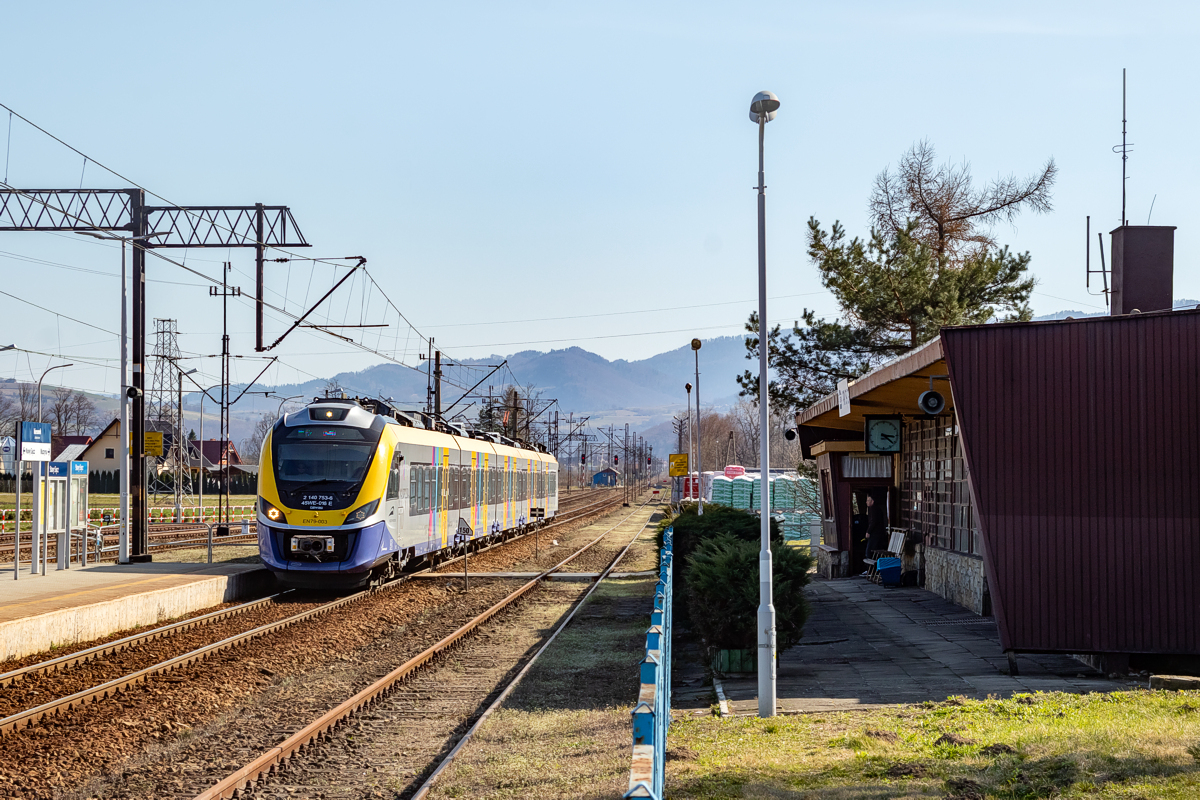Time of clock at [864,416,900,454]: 3:21
